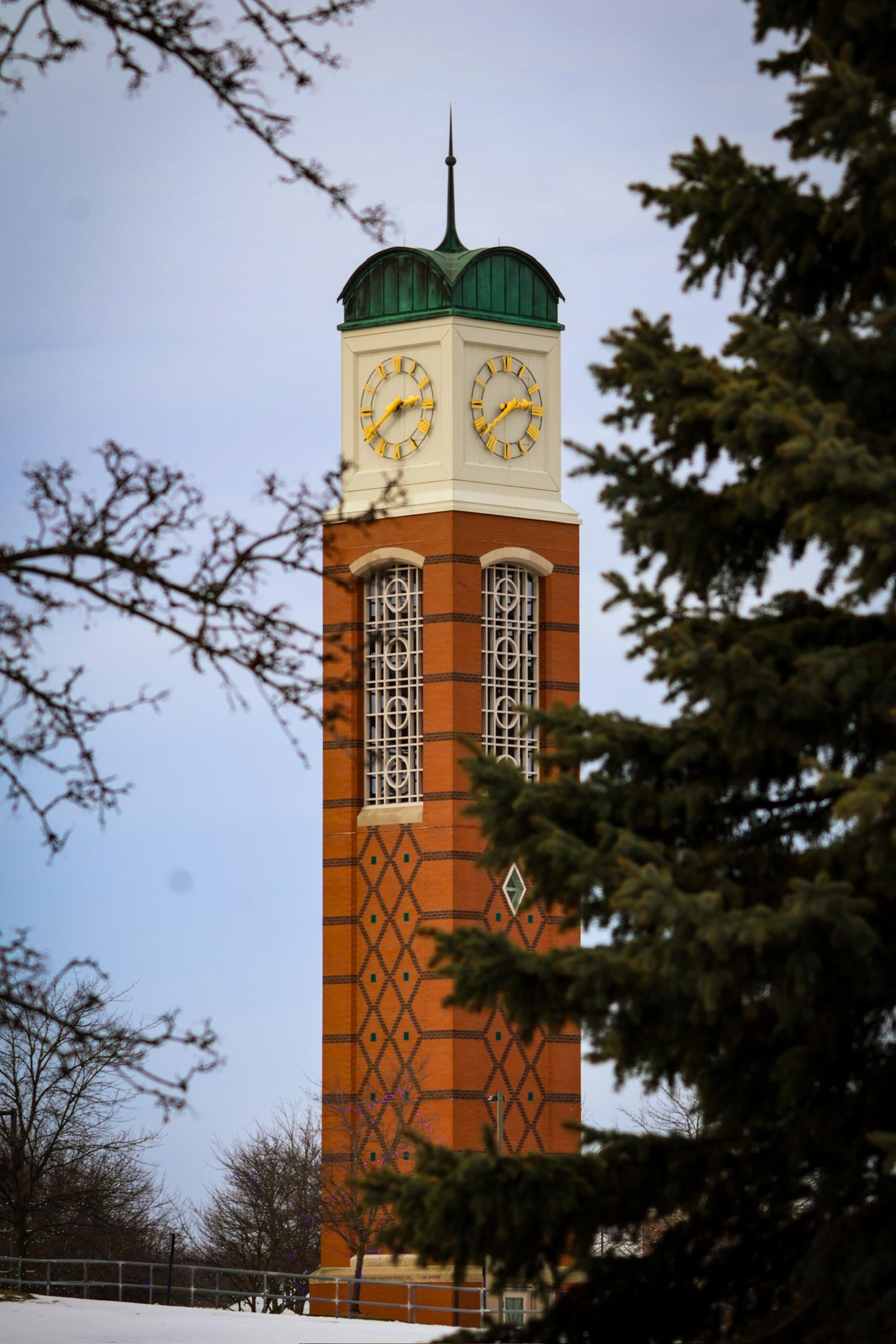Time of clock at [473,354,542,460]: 2:38
